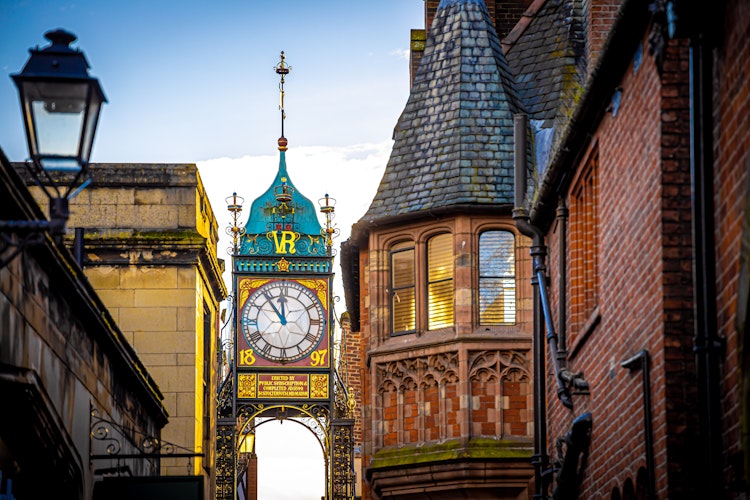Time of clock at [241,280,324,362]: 11:53
